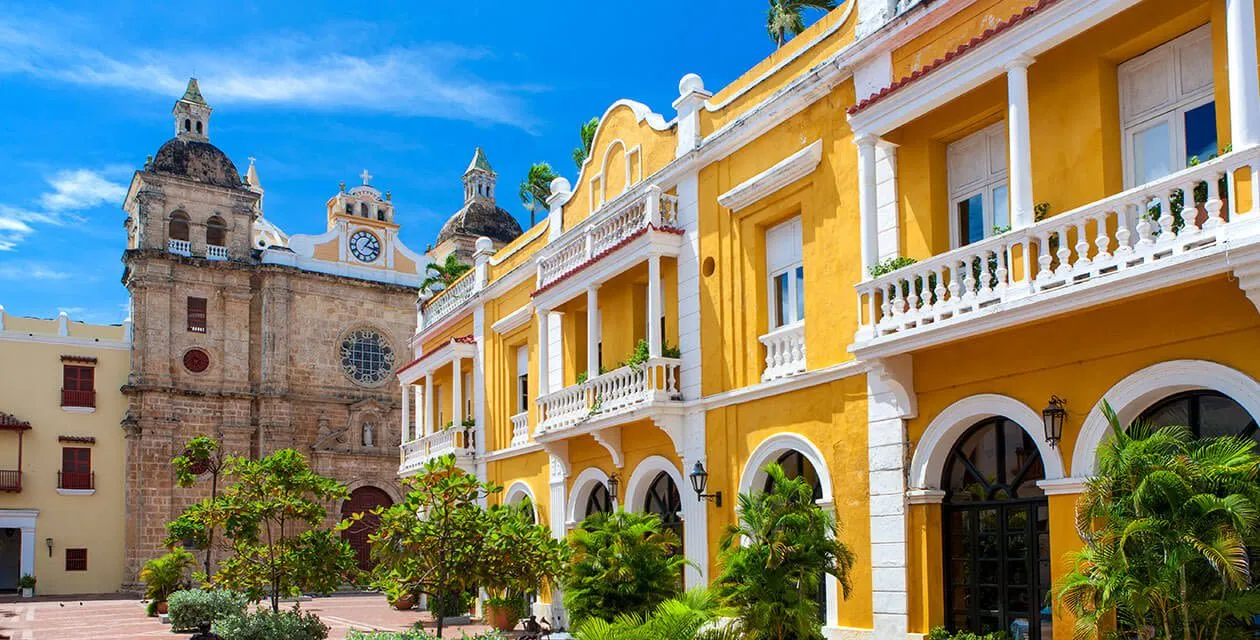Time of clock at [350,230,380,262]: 1:16
